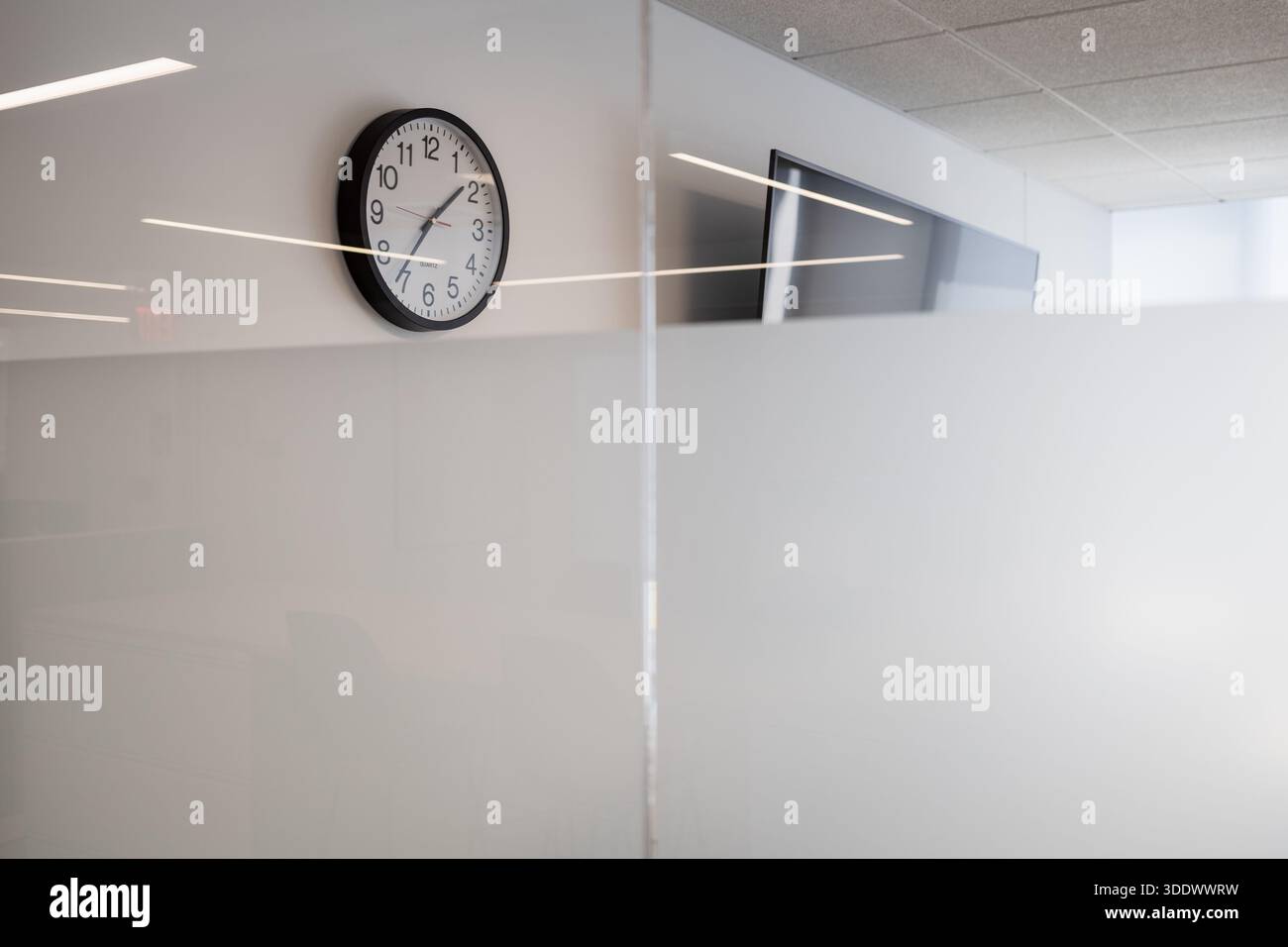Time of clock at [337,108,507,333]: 1:35
